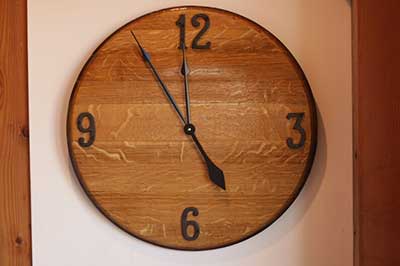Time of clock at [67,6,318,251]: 4:54
